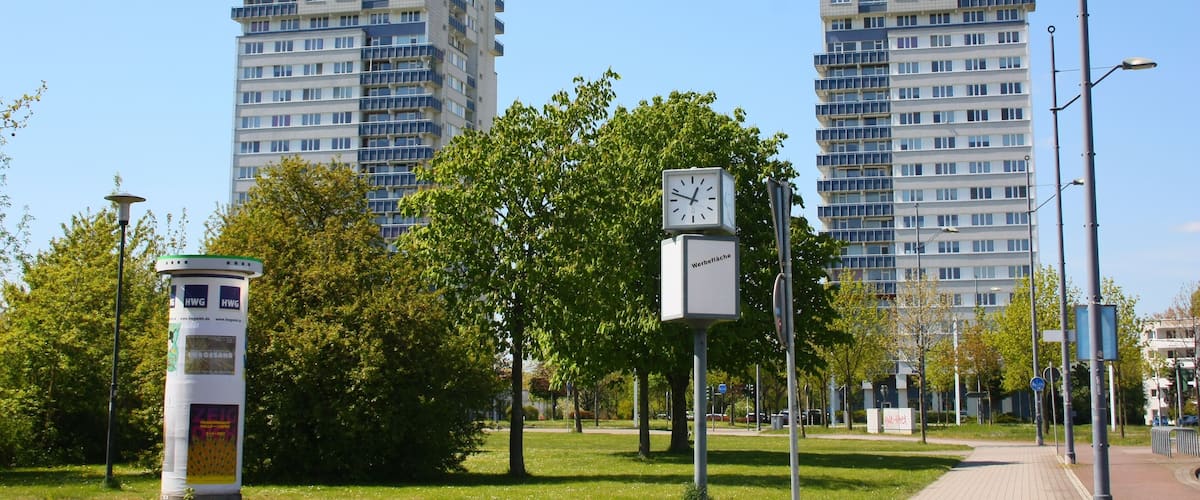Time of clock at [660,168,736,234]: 12:48
